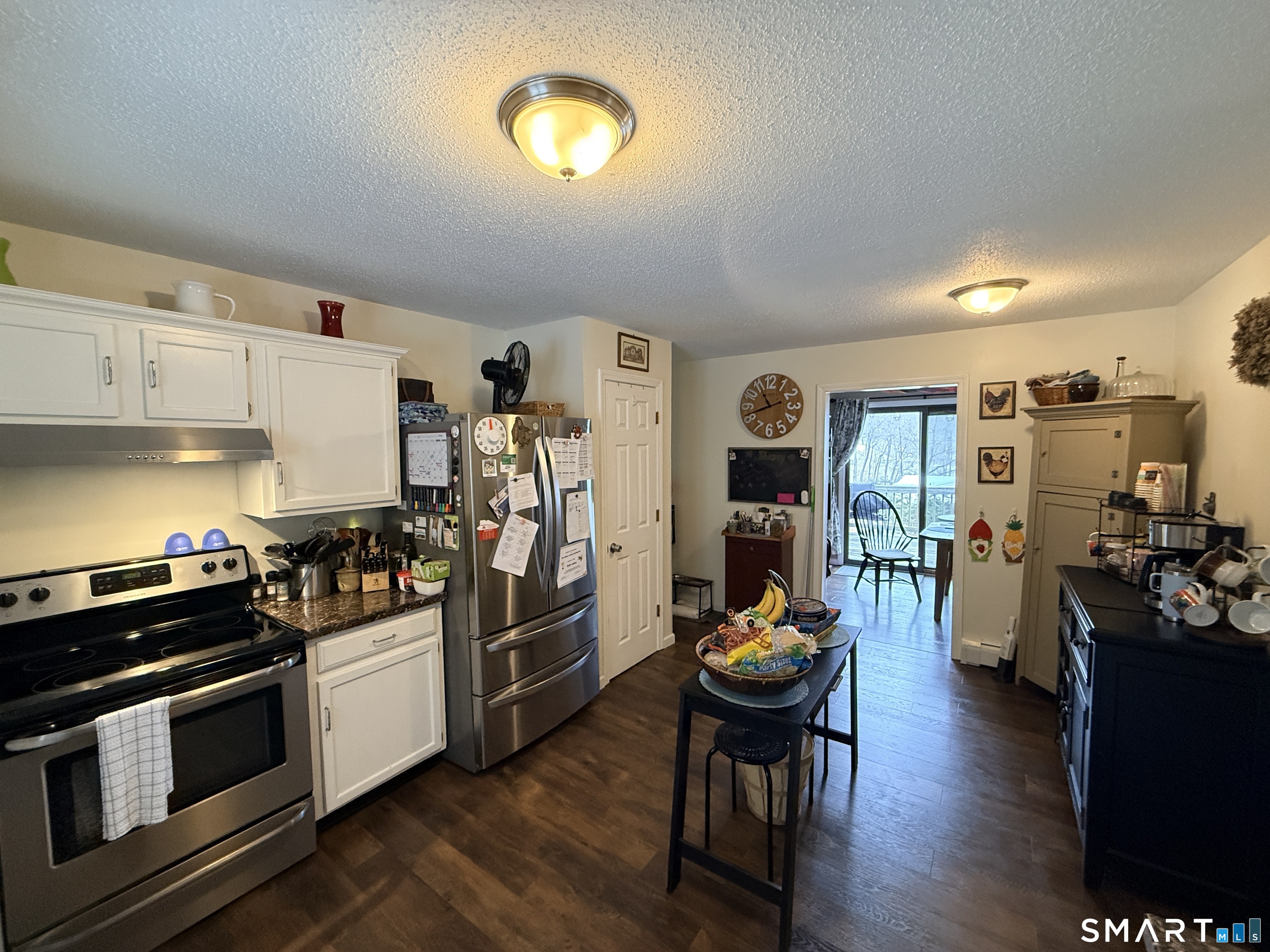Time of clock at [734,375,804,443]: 10:41
